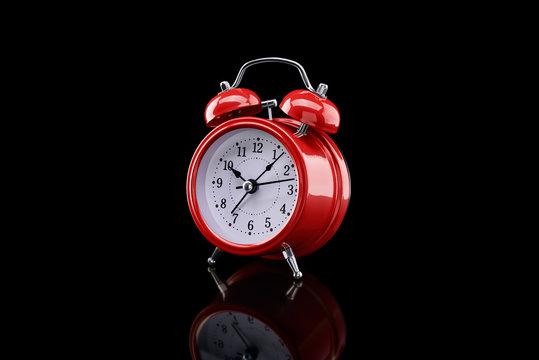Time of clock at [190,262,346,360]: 10:36
